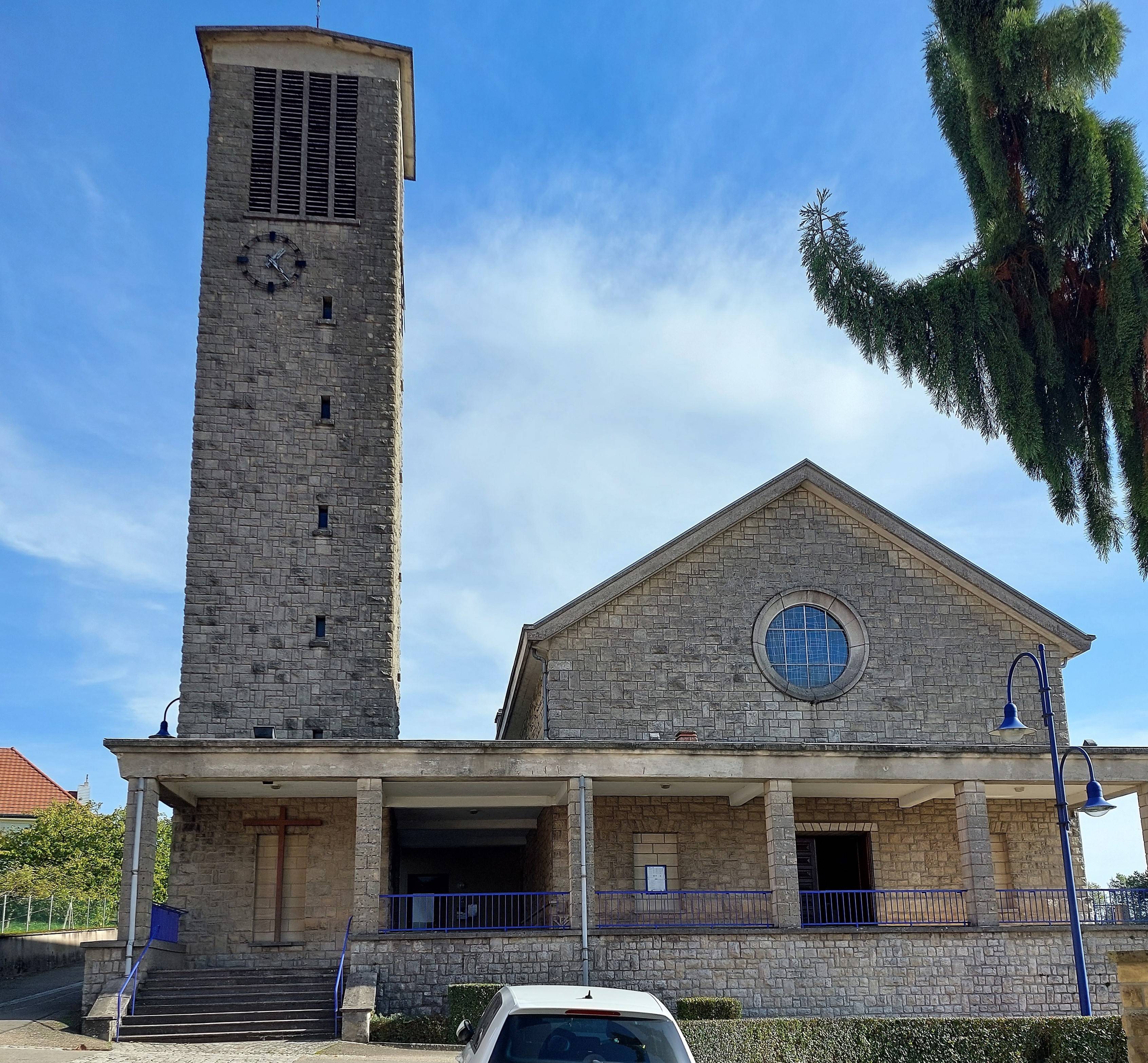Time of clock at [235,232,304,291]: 1:23
